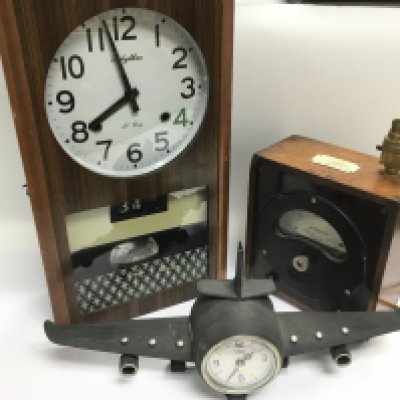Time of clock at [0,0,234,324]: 7:57
